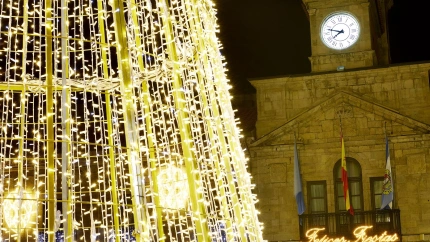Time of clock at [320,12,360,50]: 7:47
